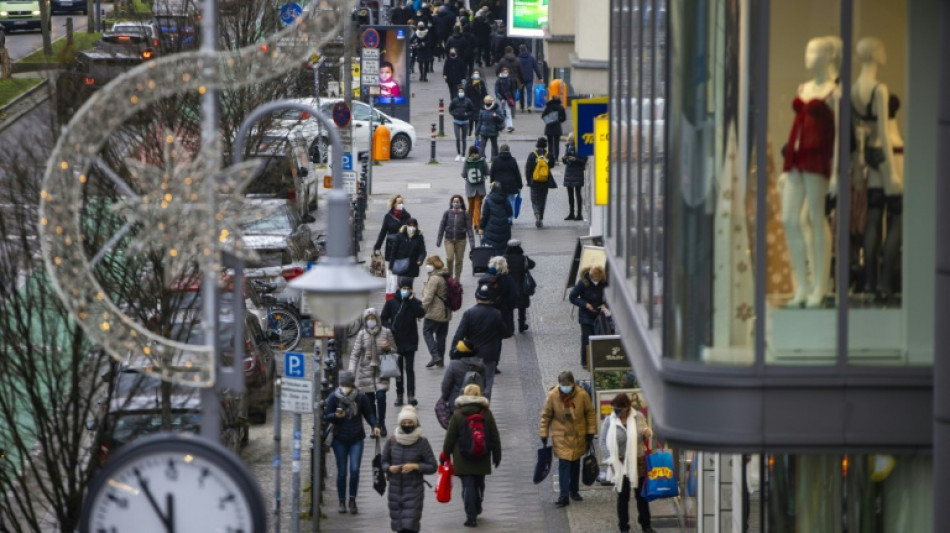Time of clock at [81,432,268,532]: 11:54
